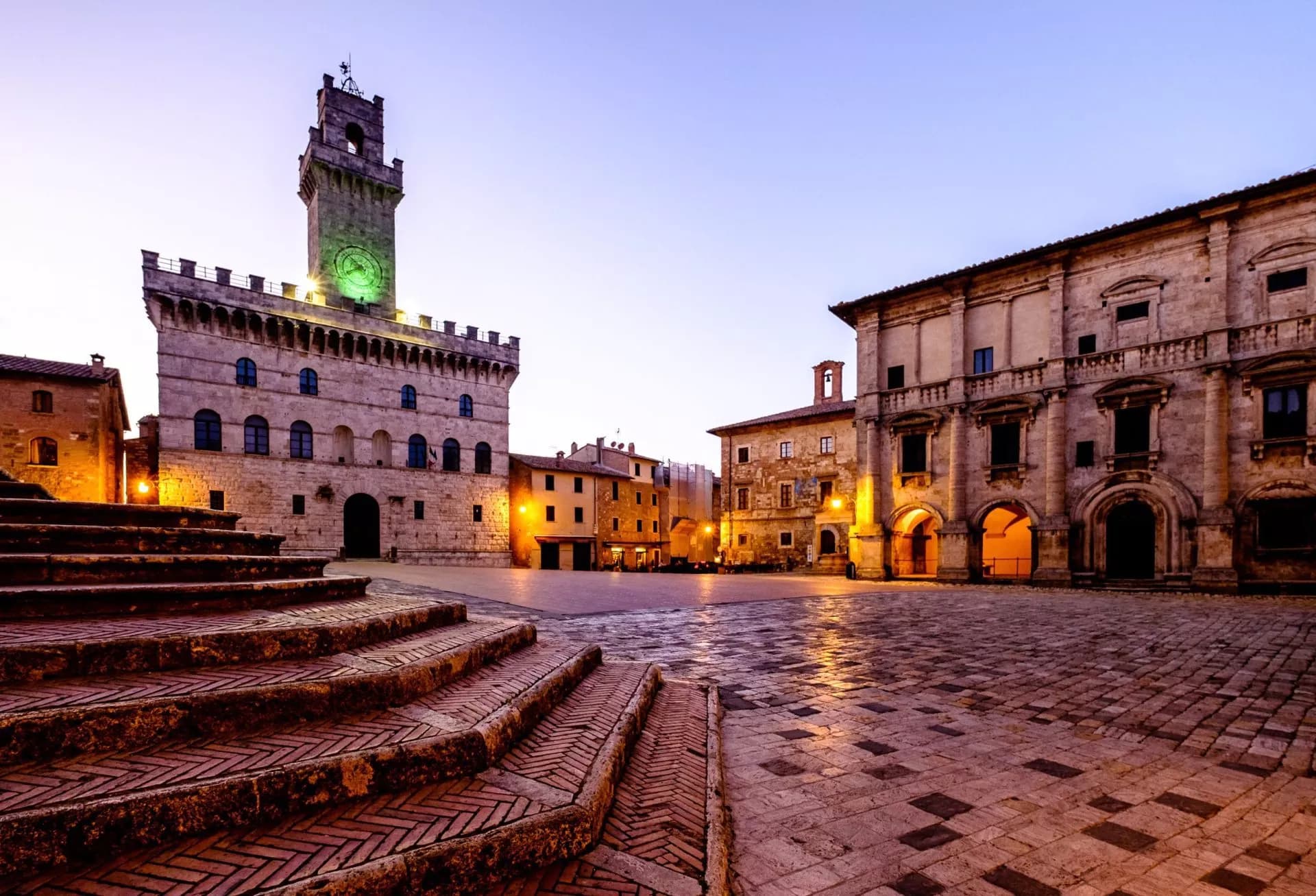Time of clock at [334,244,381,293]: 7:52
